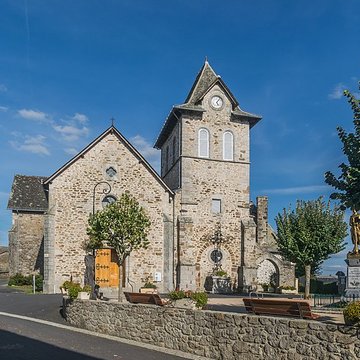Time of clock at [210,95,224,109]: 5:06
